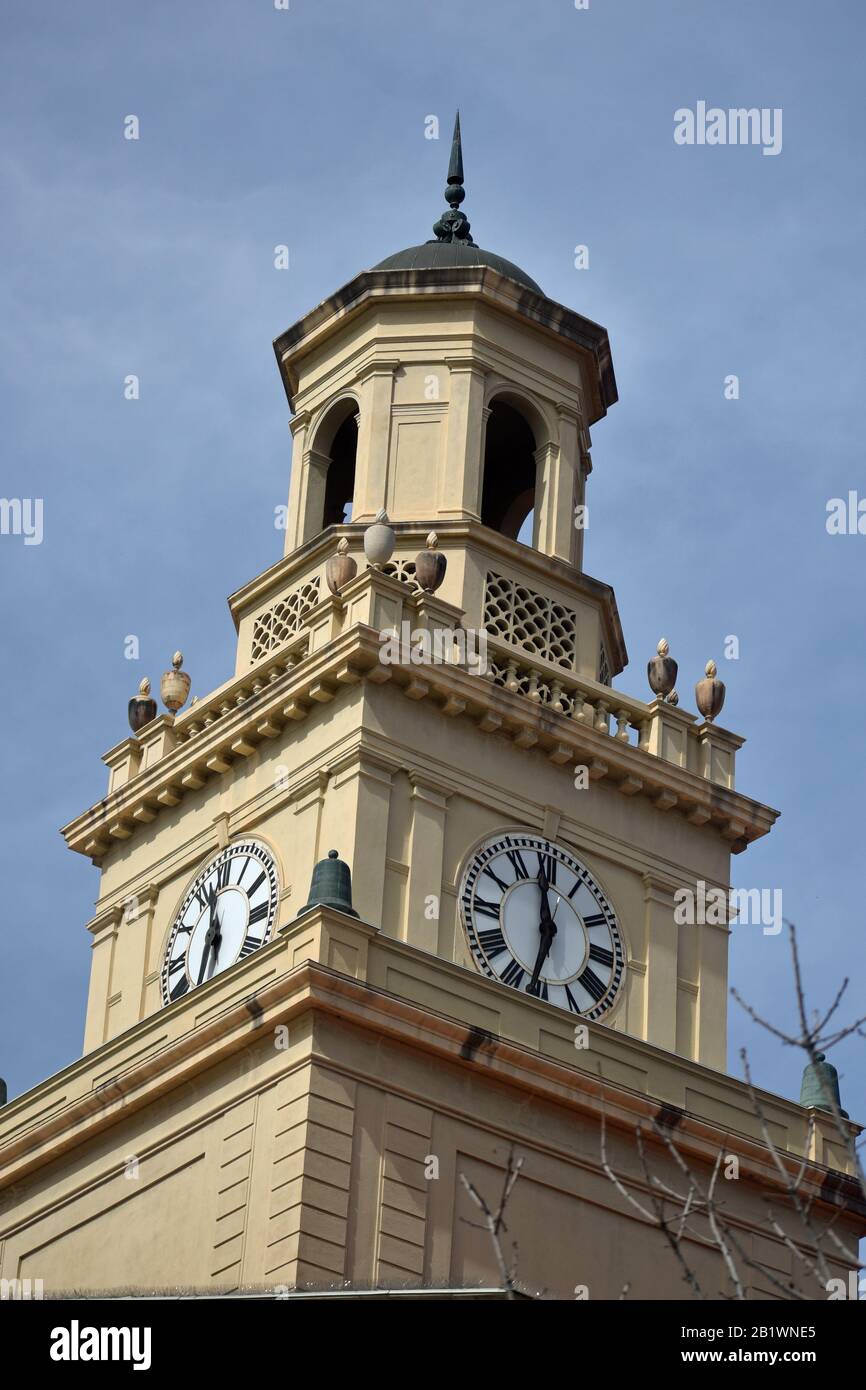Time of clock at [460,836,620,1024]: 11:32
